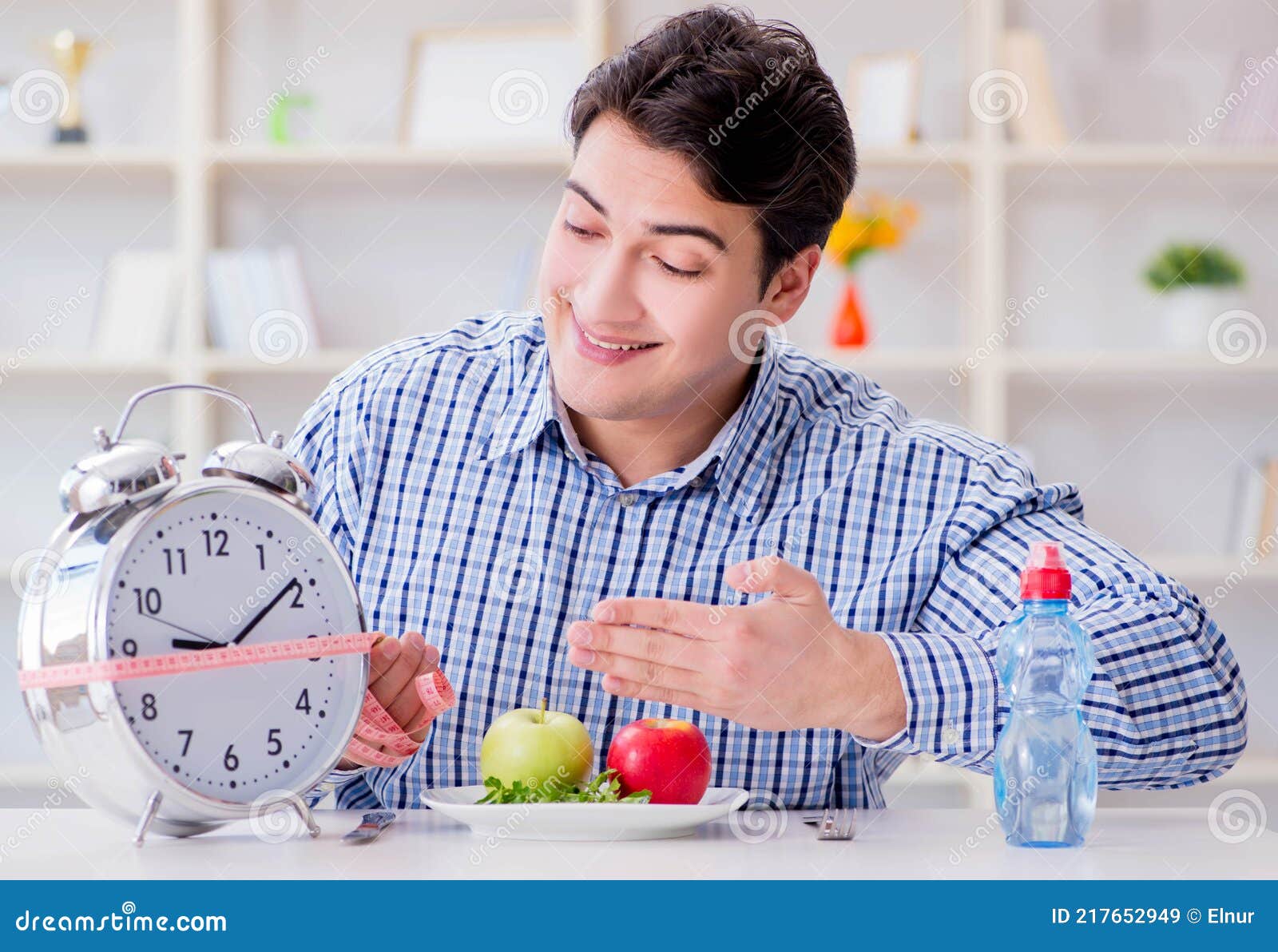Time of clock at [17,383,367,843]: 9:09
